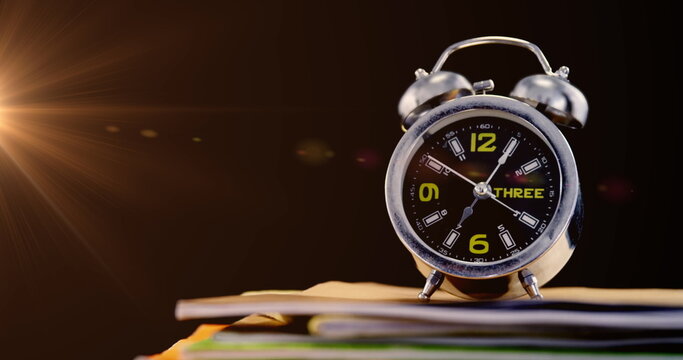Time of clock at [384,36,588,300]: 3:05
